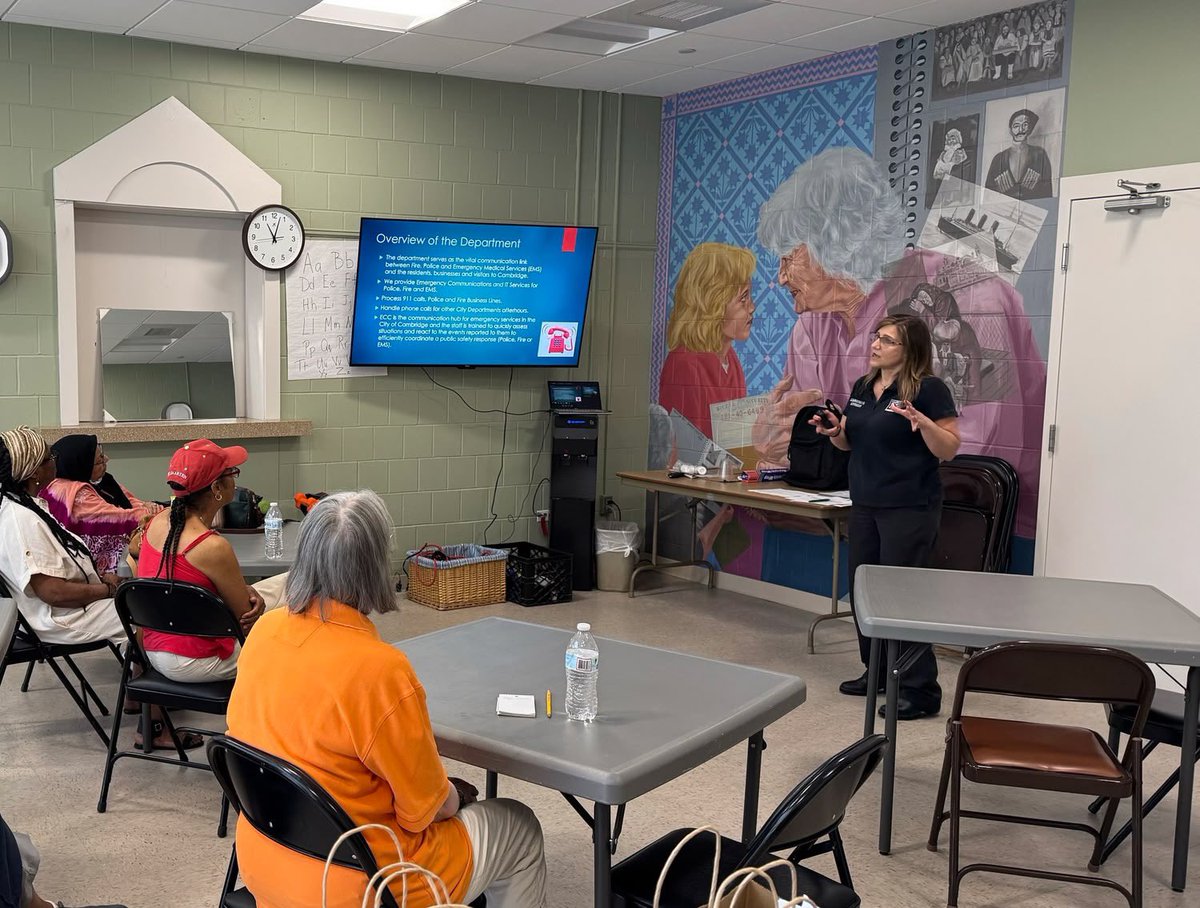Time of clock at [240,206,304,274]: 11:02
